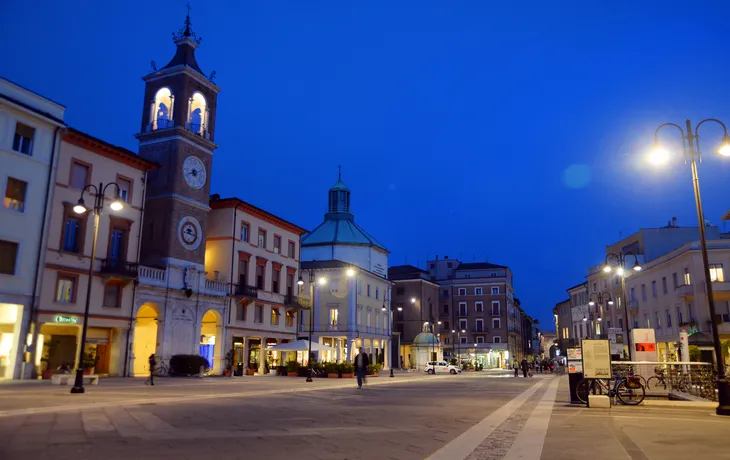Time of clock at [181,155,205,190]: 8:11
